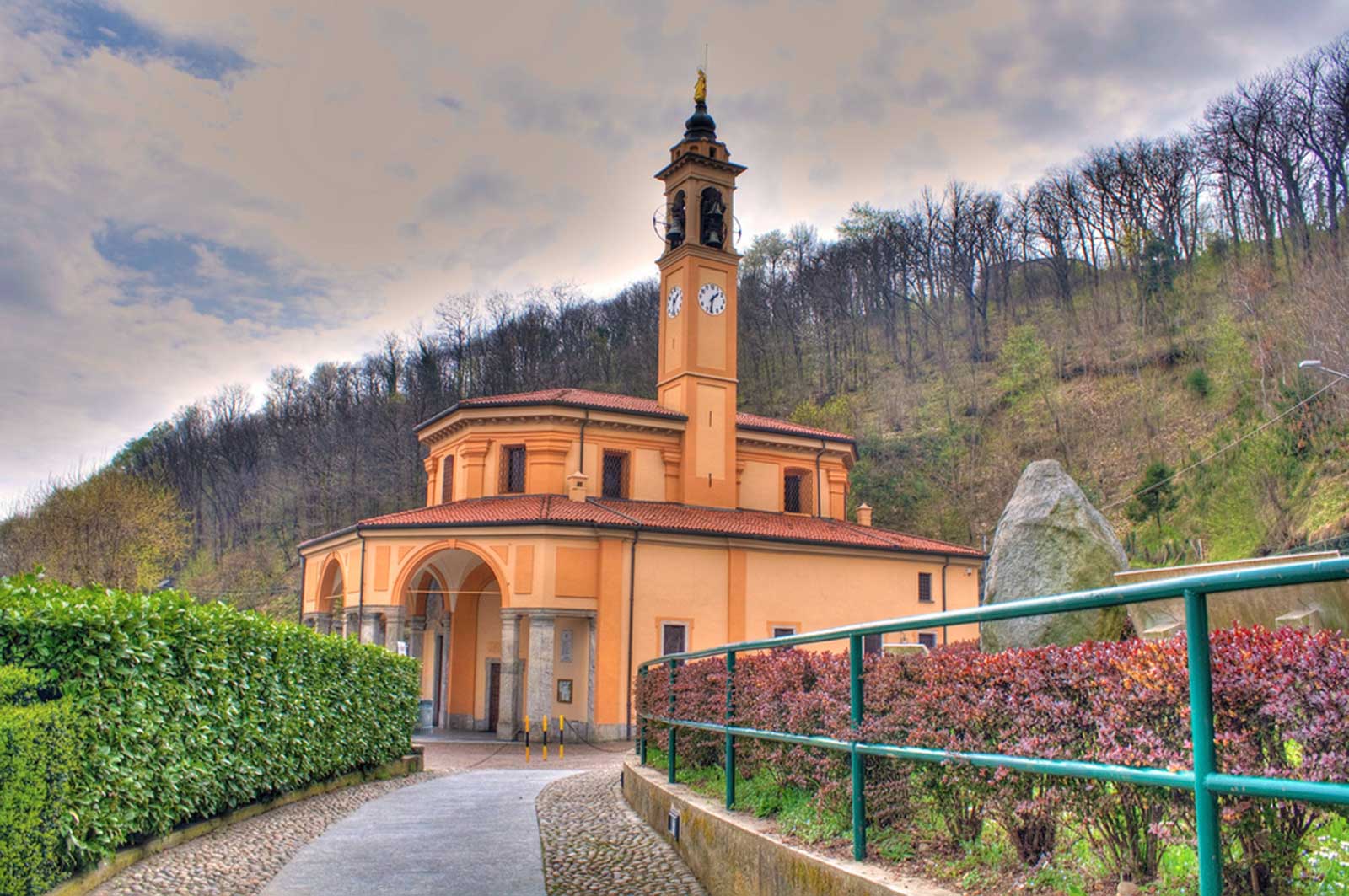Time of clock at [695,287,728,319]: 1:32
